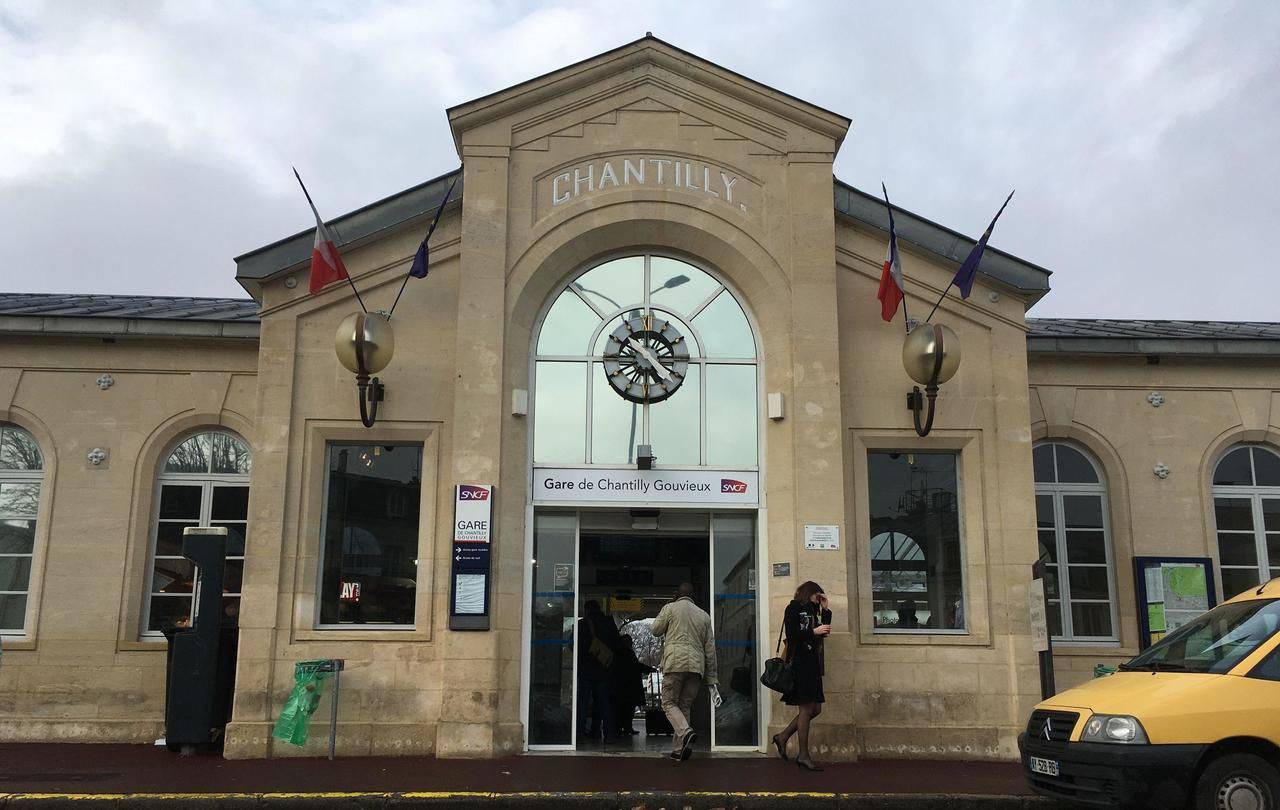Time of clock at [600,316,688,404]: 4:49
